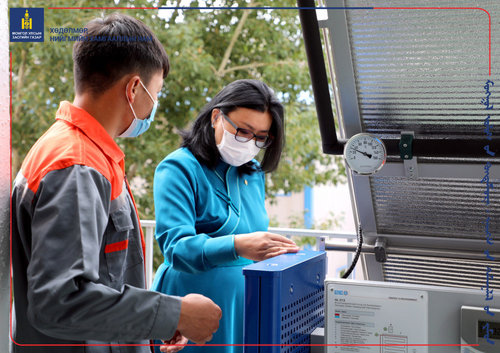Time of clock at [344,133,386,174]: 3:47
